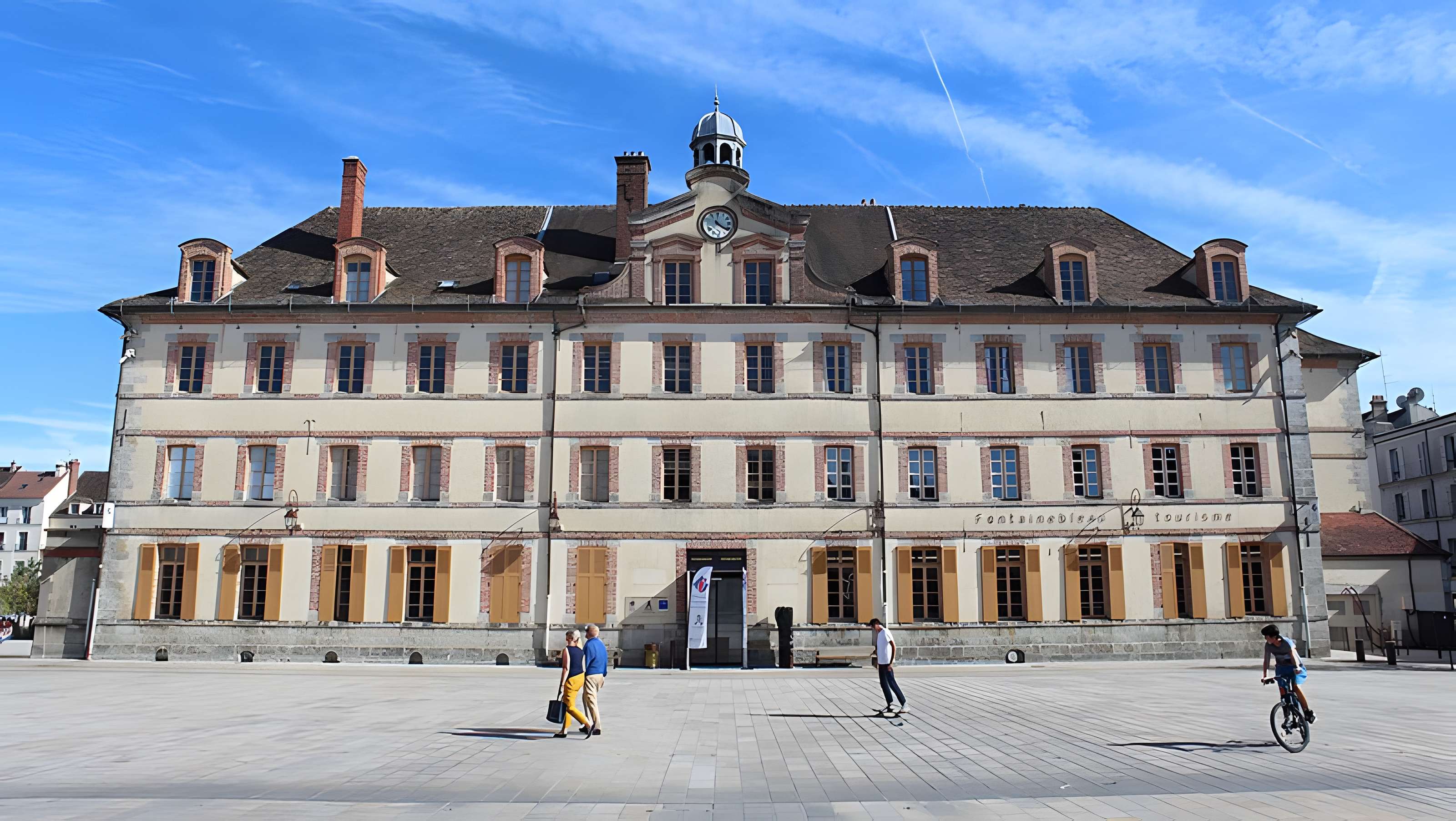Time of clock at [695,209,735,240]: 4:21
